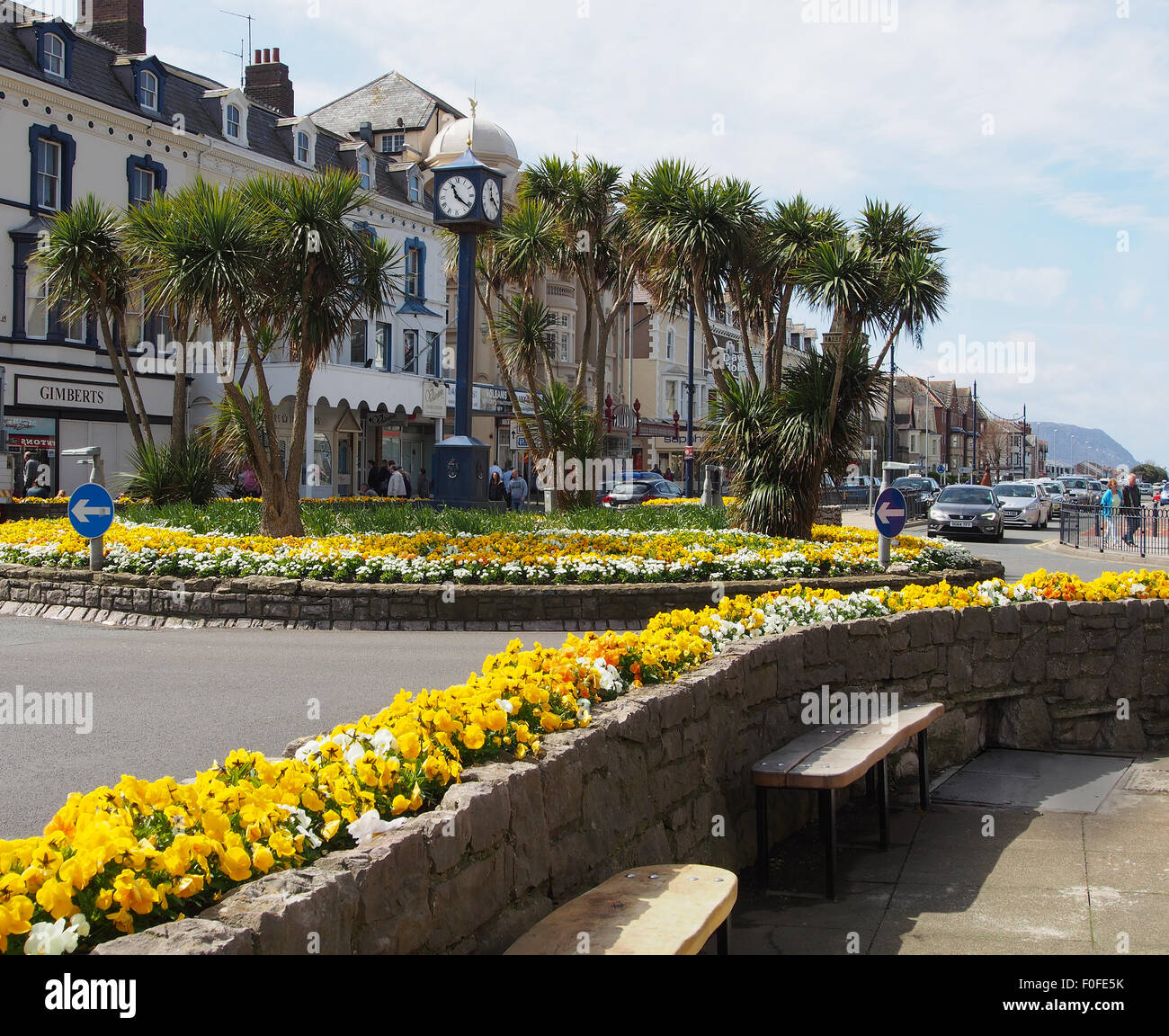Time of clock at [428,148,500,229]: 11:21
